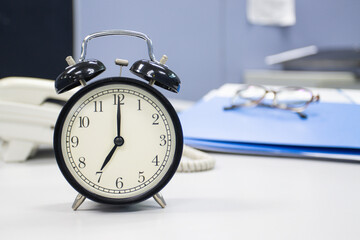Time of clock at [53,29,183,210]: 7:00
